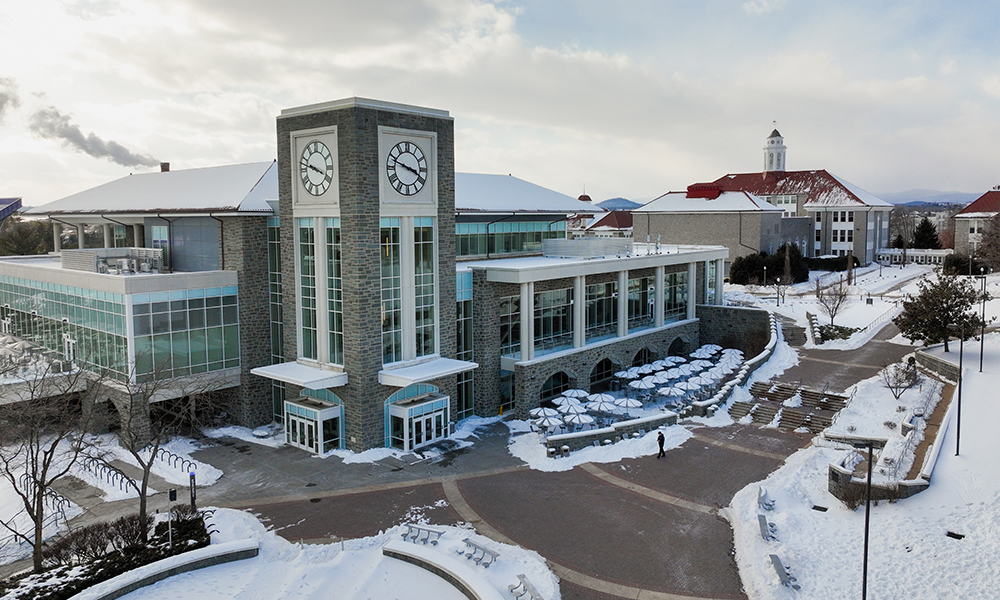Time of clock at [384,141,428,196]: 3:48
